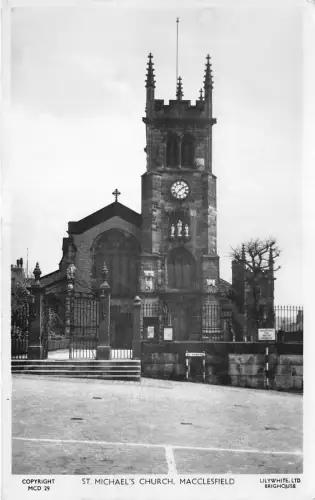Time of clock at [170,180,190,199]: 1:37
